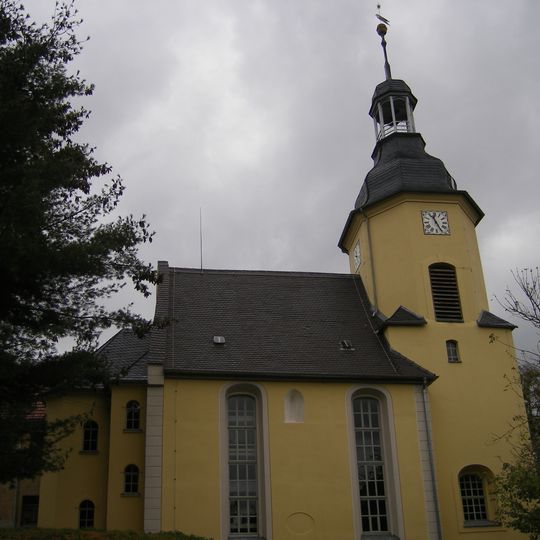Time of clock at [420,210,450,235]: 11:25
